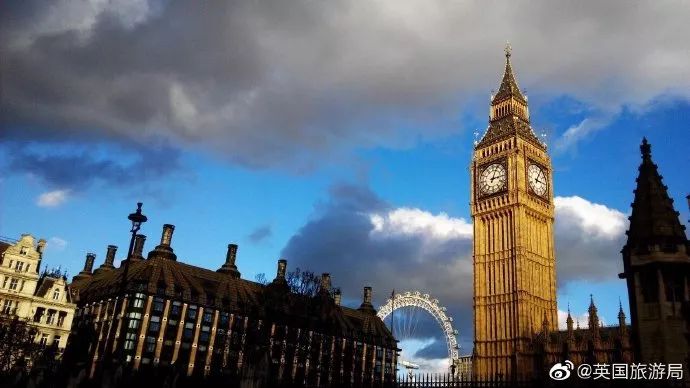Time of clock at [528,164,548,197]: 3:04
